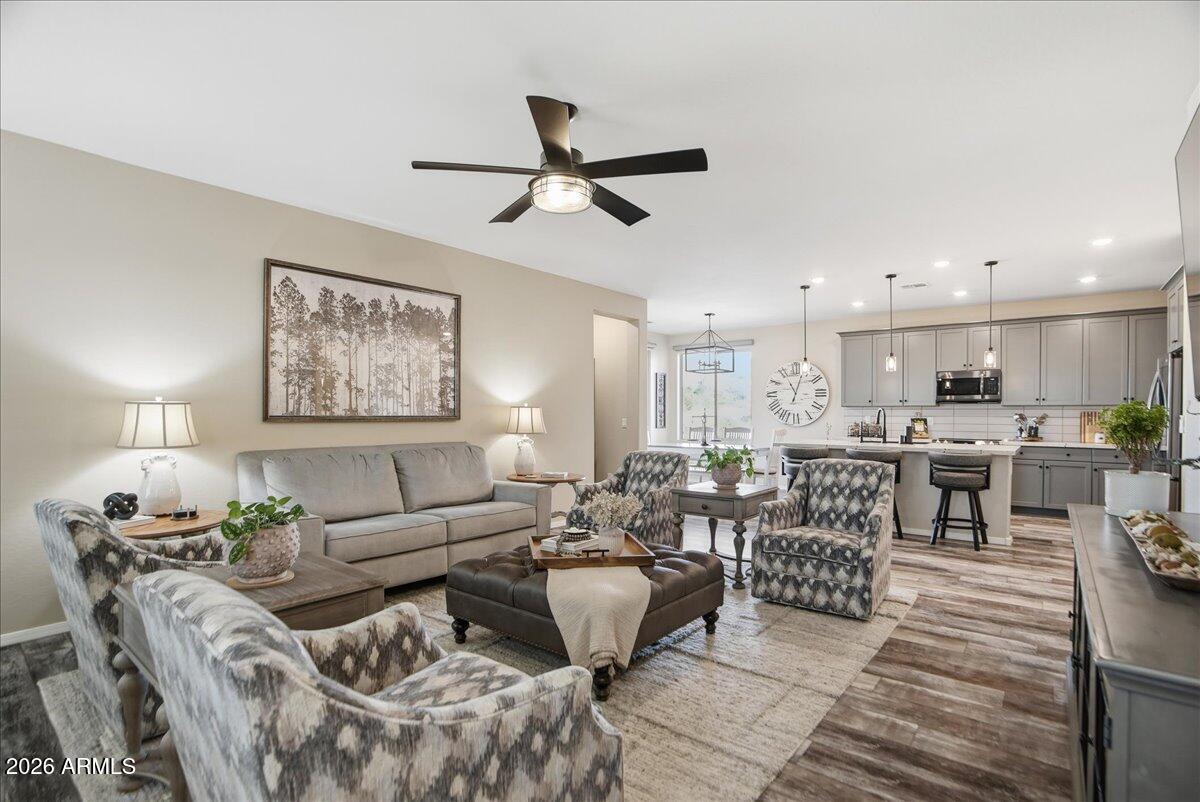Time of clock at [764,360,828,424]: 11:03
